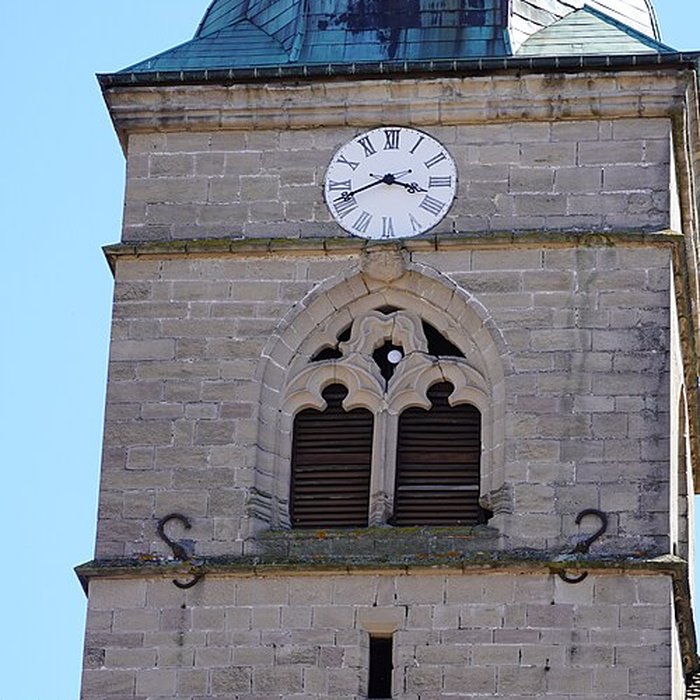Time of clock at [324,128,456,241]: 3:41
